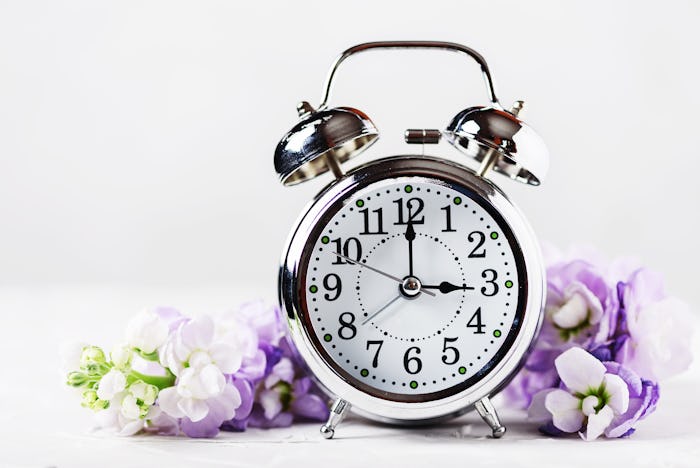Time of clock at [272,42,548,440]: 3:00
